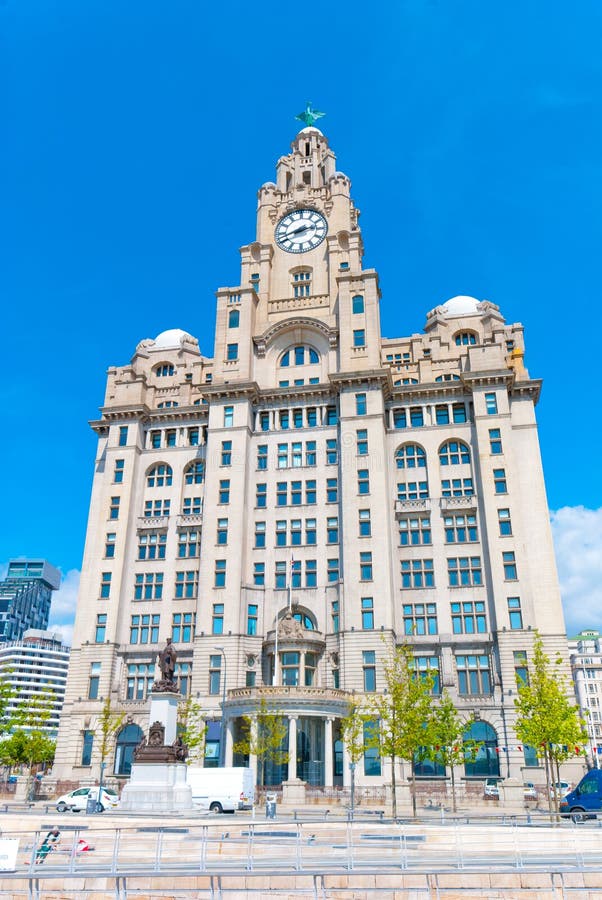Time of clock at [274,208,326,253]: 2:42
